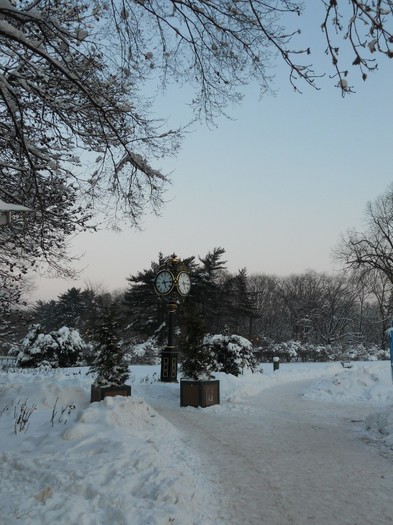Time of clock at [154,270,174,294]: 5:14
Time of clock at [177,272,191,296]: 5:14
